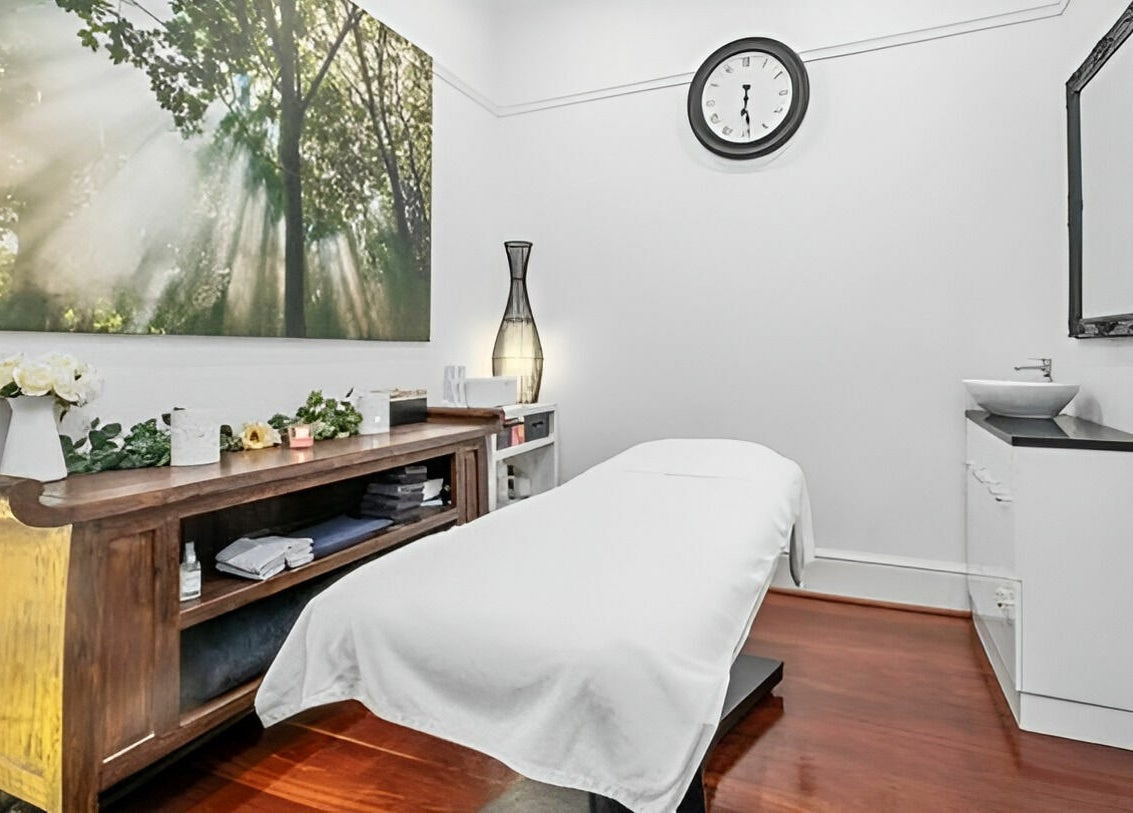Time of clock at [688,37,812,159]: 6:29
